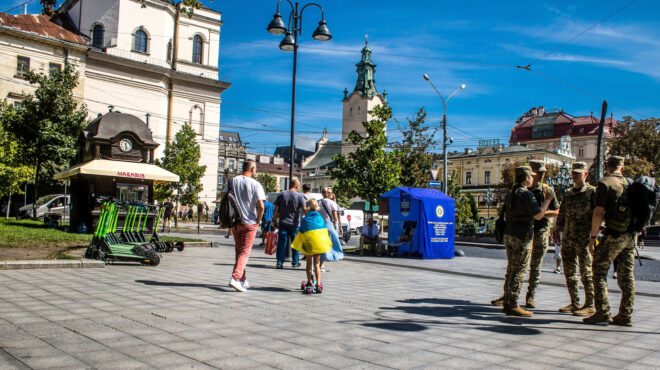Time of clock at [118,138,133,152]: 5:30
